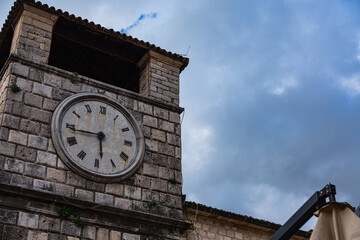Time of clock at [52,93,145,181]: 5:43
